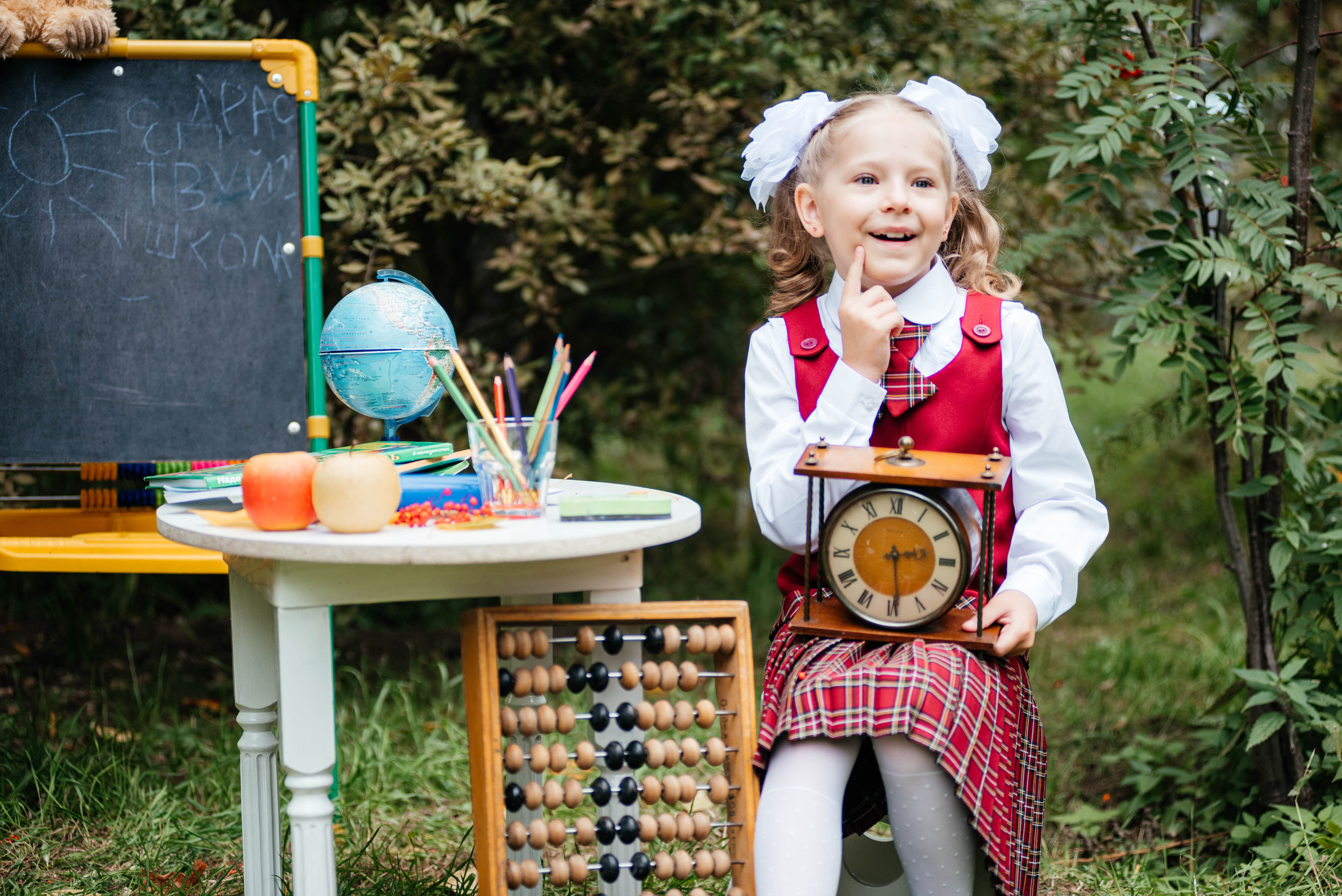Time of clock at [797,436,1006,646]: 2:29
